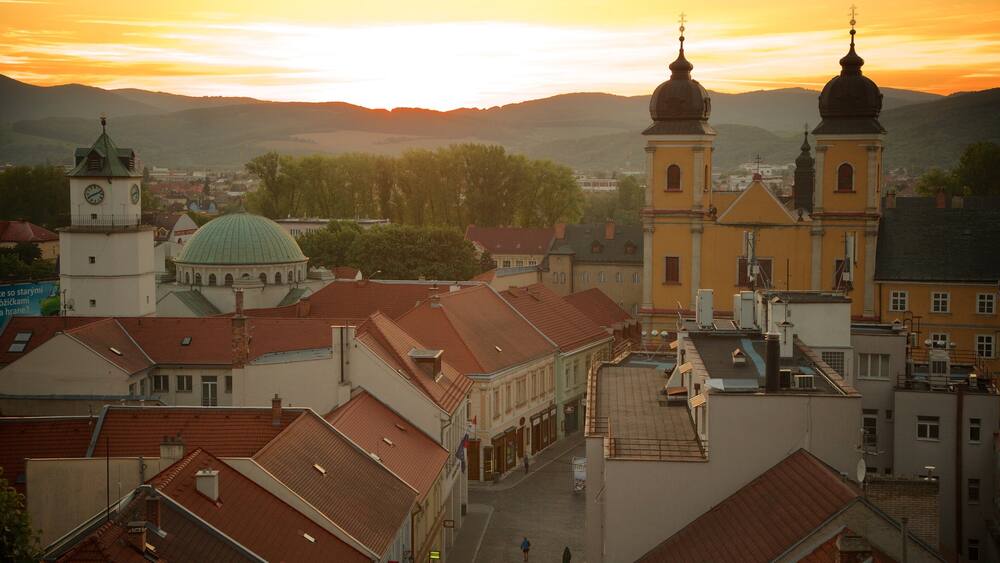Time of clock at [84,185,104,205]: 8:11
